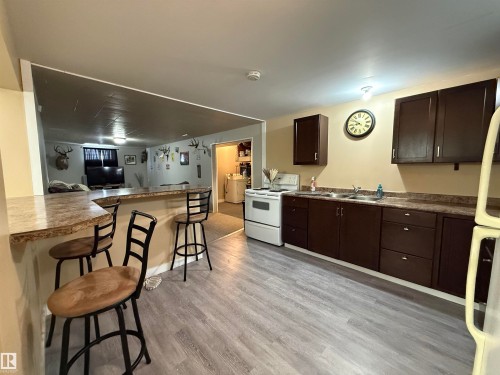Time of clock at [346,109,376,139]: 8:51
